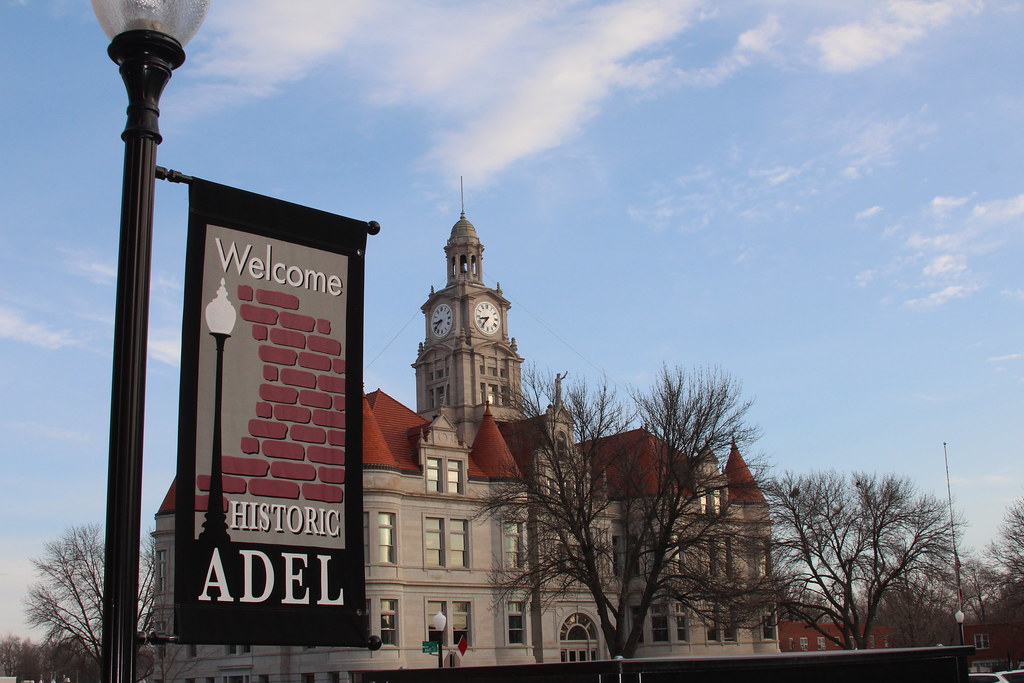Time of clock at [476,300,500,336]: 8:36
